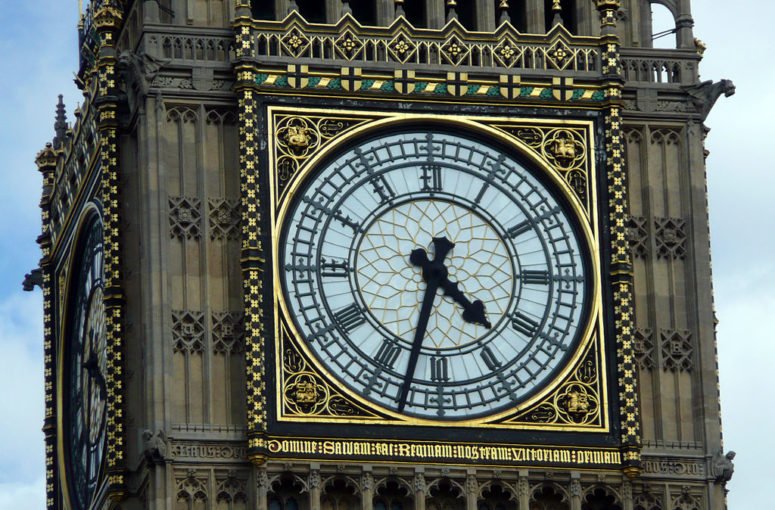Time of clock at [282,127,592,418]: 4:32
